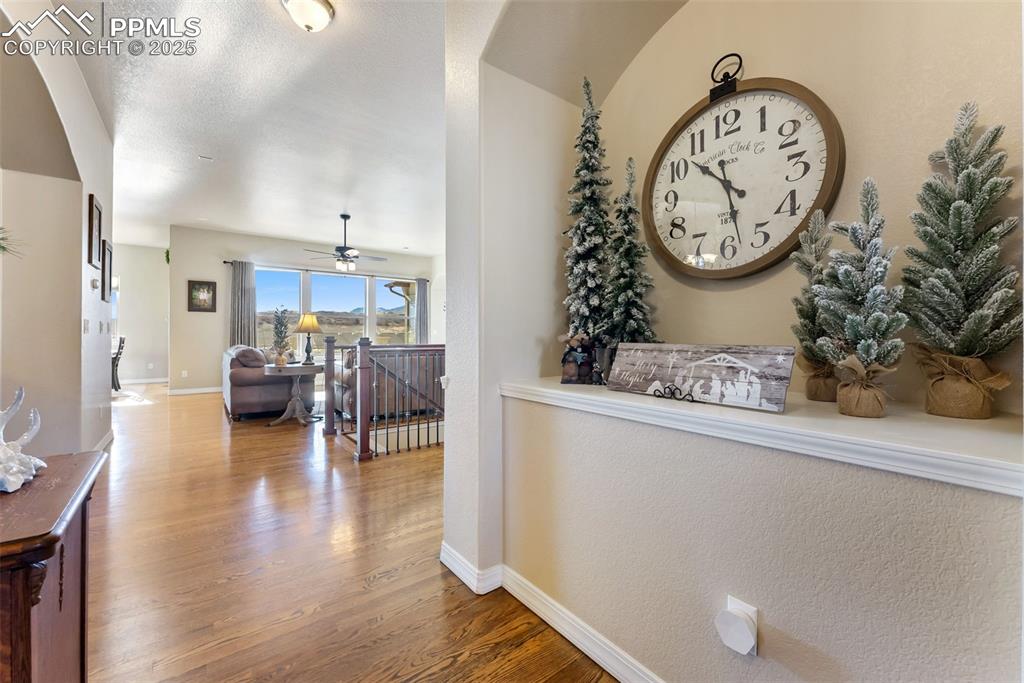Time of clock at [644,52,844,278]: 10:28
